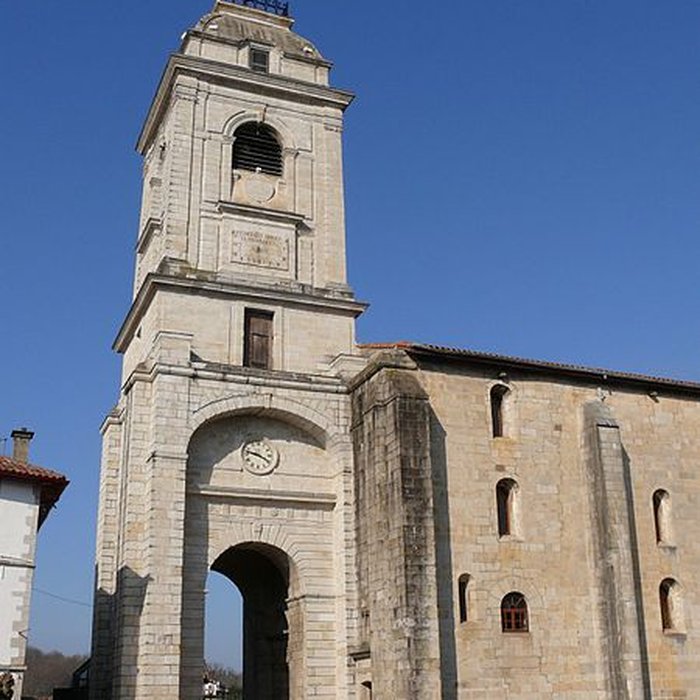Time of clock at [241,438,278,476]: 3:47
